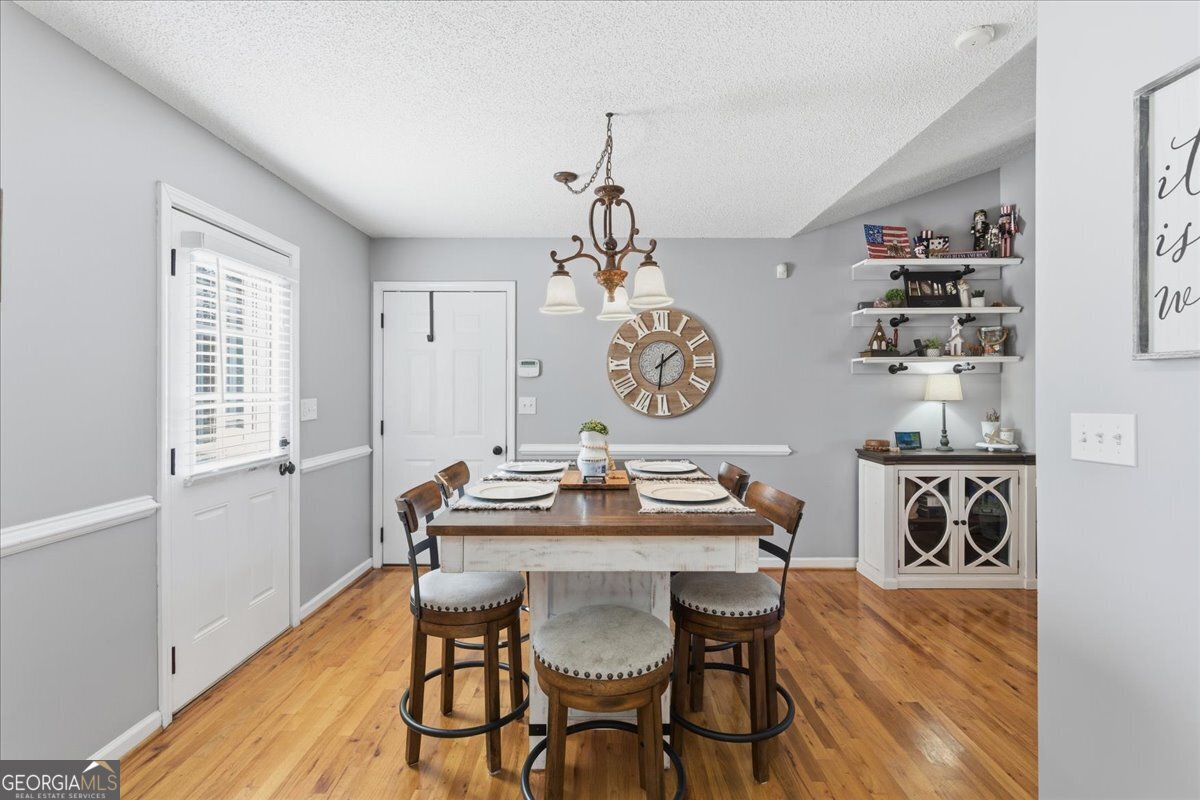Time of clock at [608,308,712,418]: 1:31
